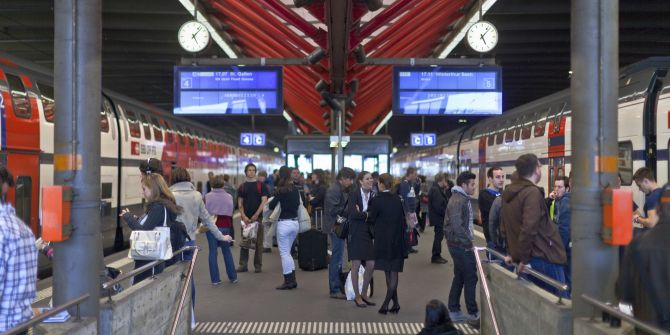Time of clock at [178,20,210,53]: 5:06
